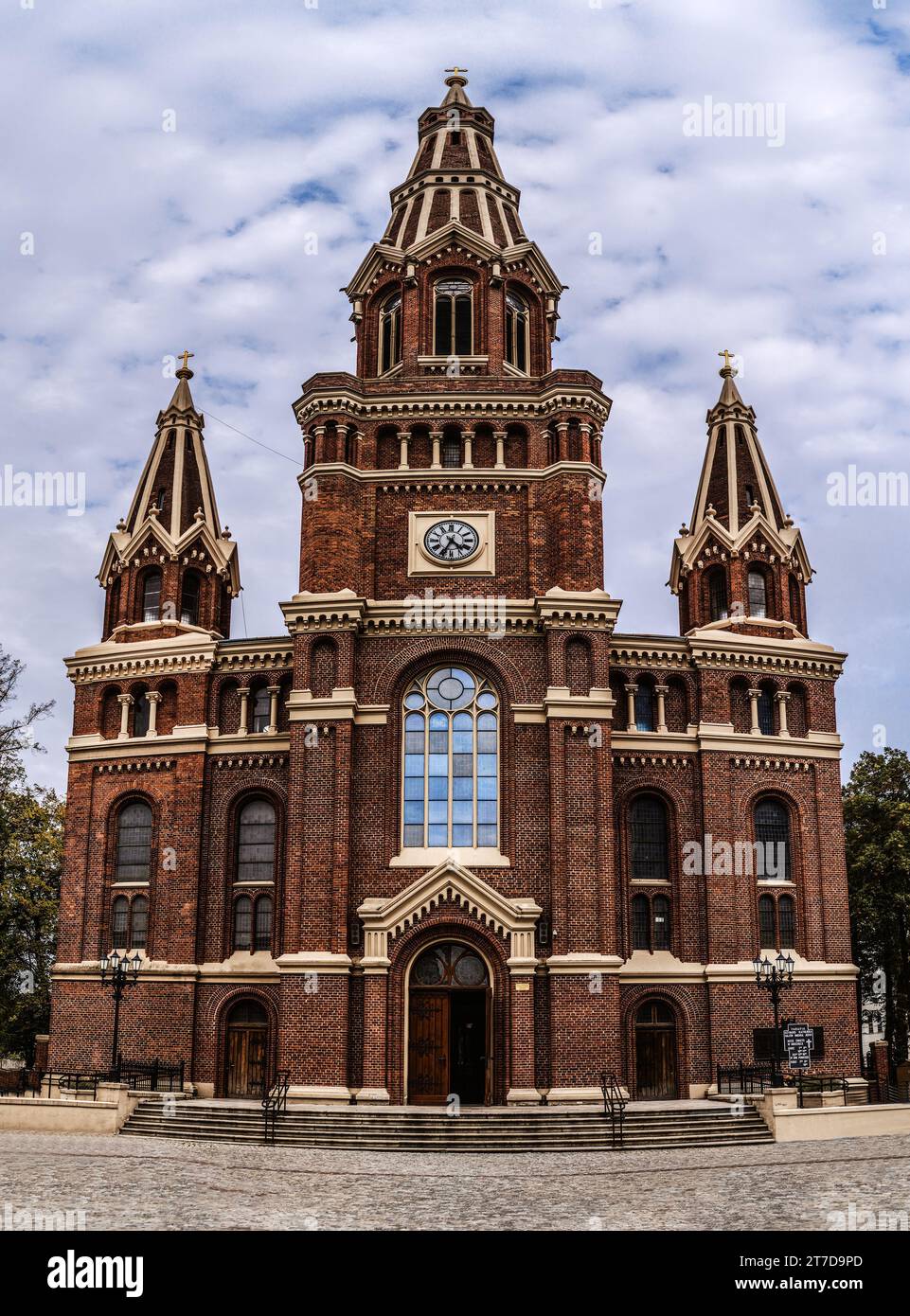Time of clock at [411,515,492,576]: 4:34
